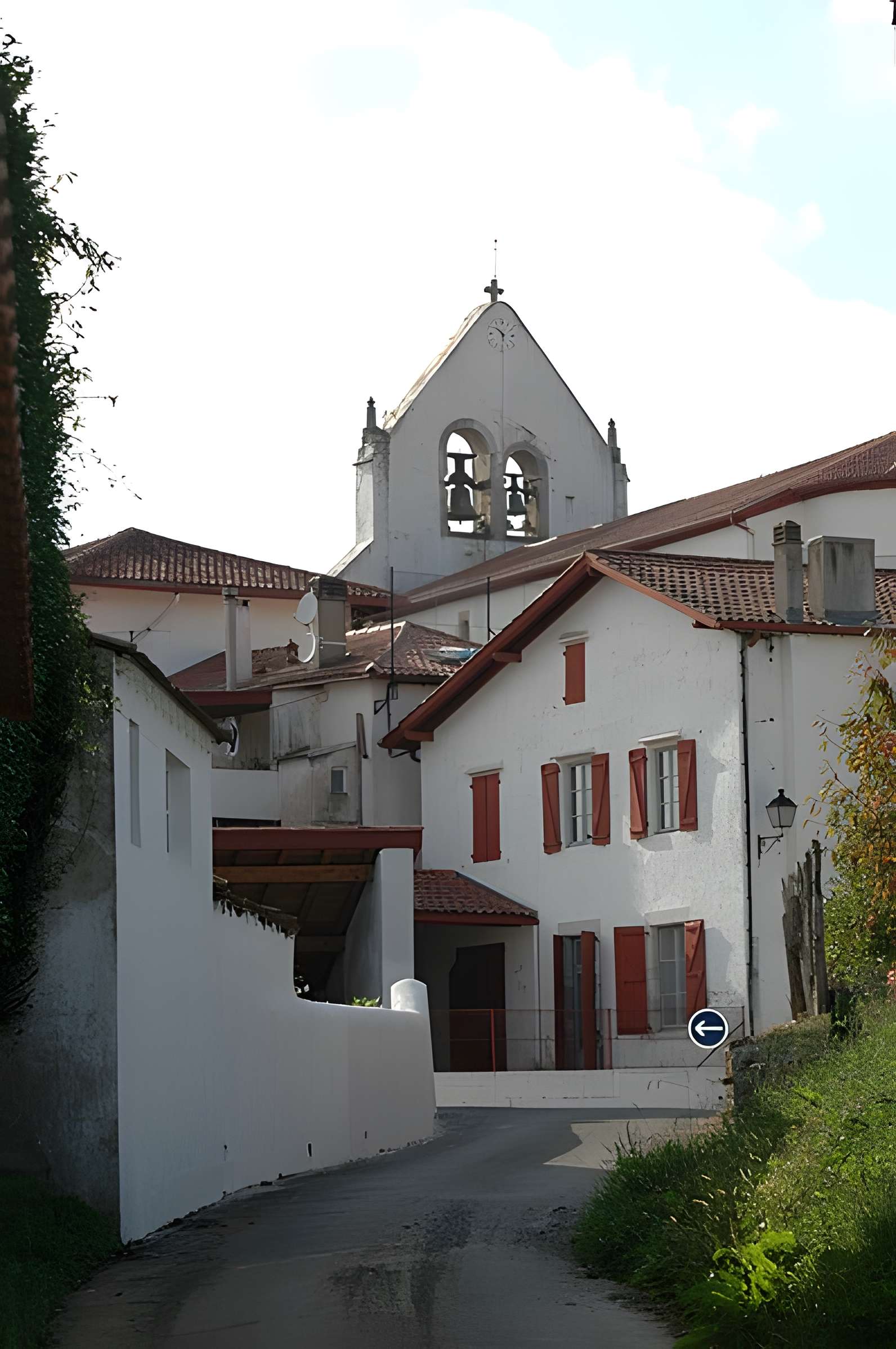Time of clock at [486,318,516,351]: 5:51
